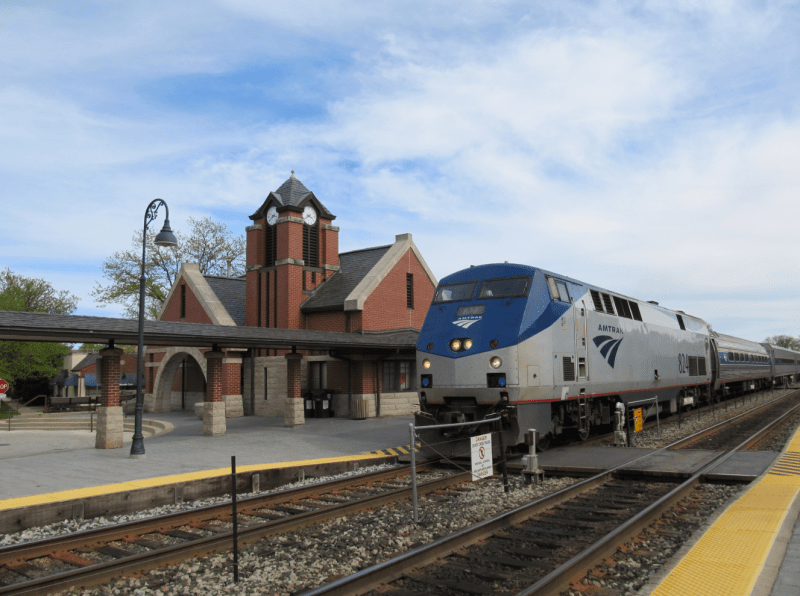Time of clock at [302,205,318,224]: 3:40
